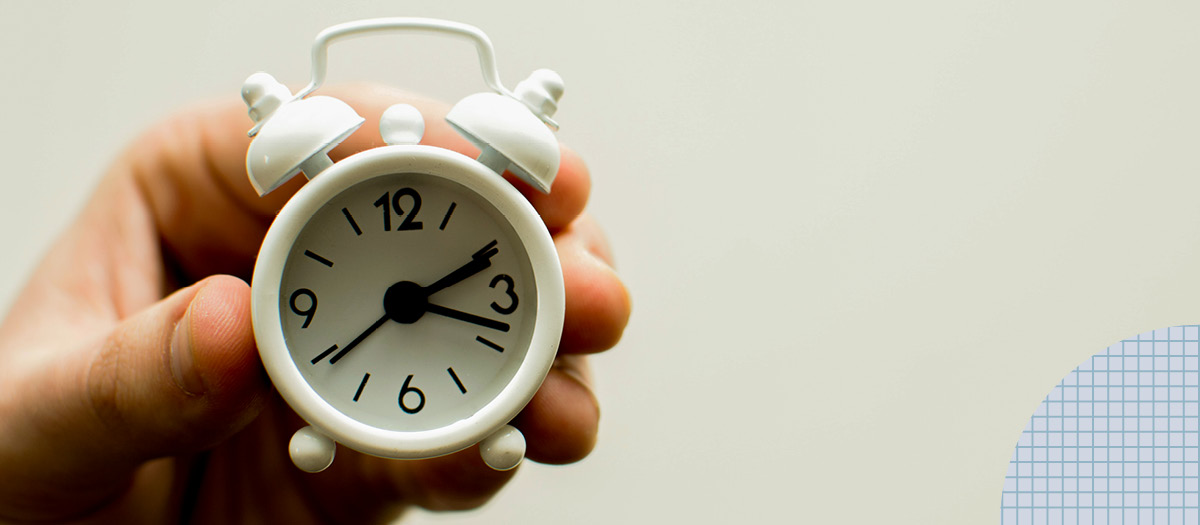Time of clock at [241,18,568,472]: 2:18
